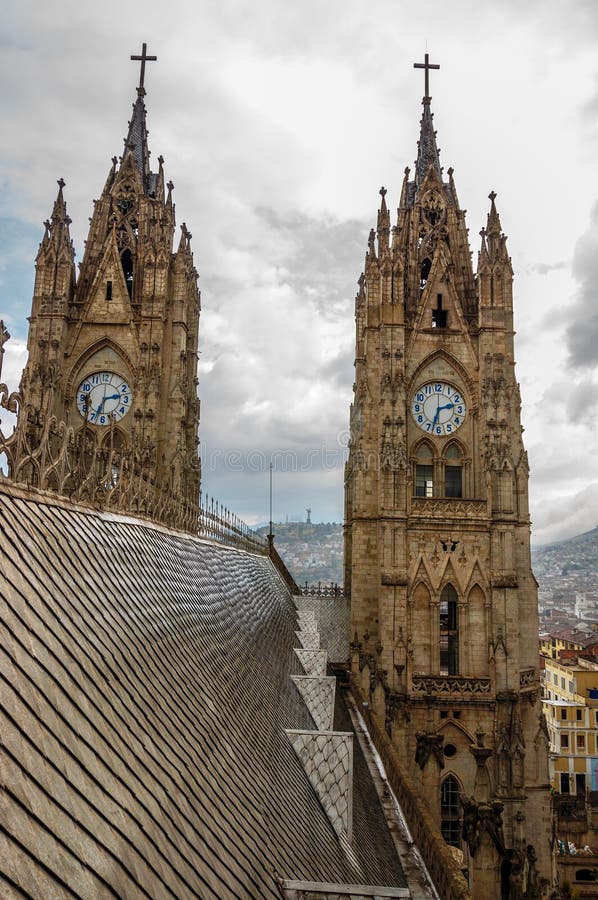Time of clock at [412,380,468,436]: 2:33
